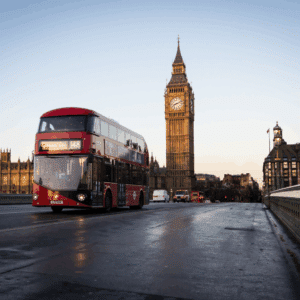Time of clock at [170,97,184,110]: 8:11
